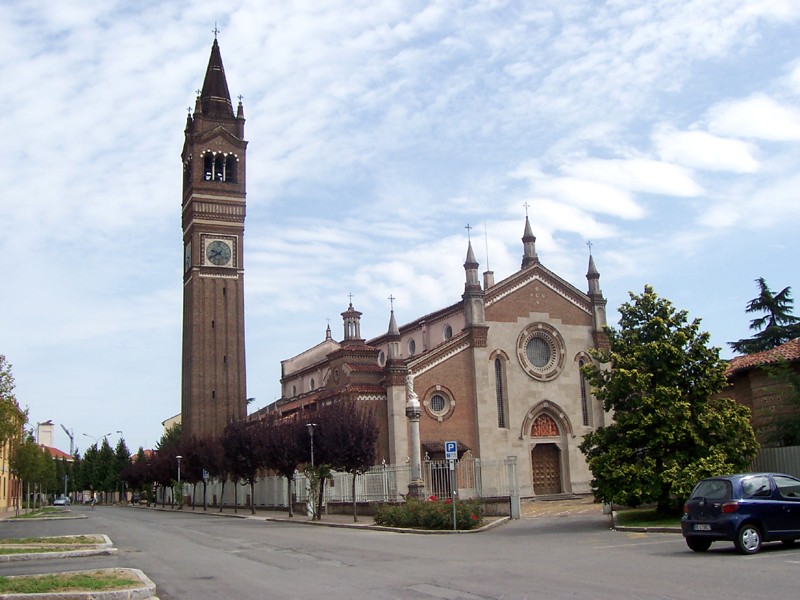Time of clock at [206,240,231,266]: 9:40
